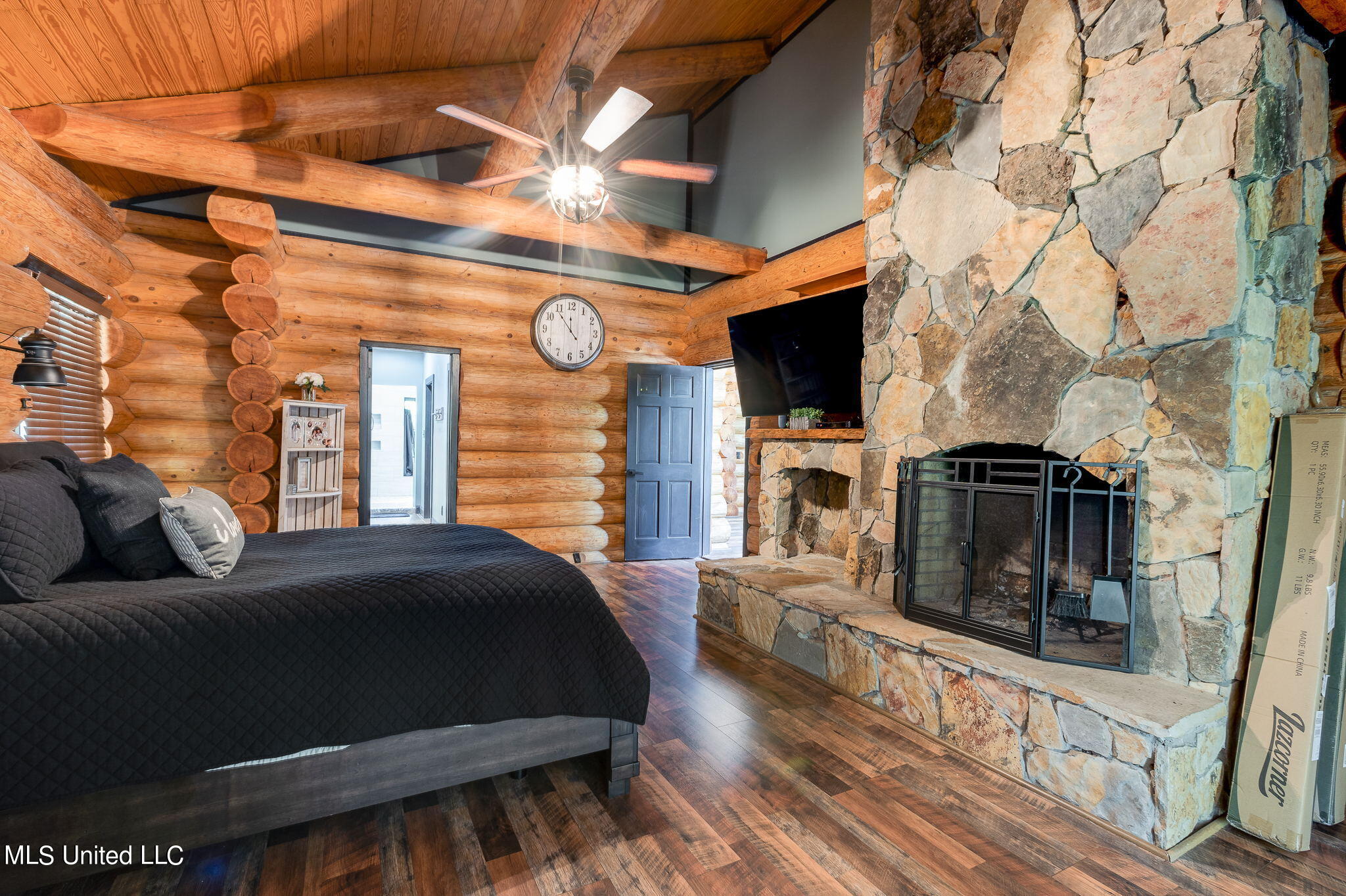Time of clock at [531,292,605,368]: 11:53
